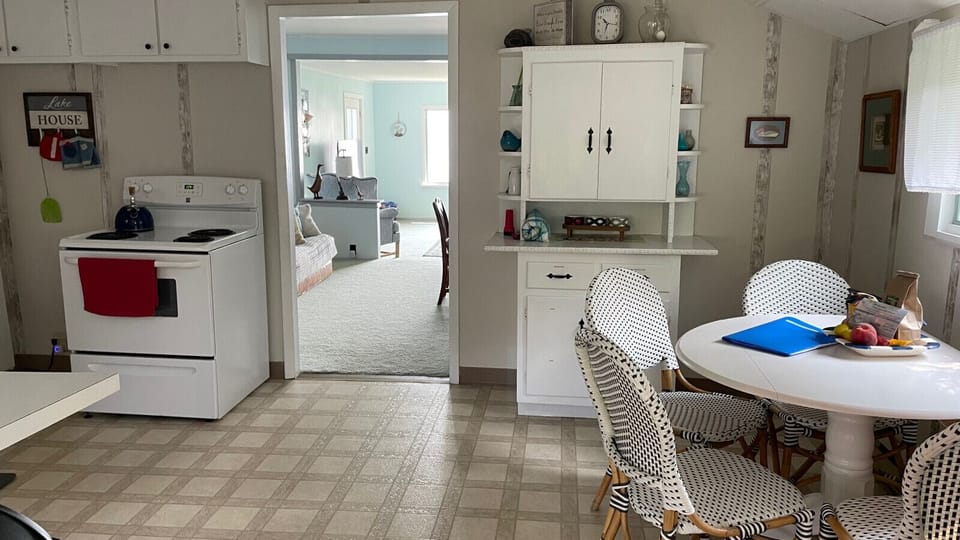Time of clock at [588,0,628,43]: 10:16
